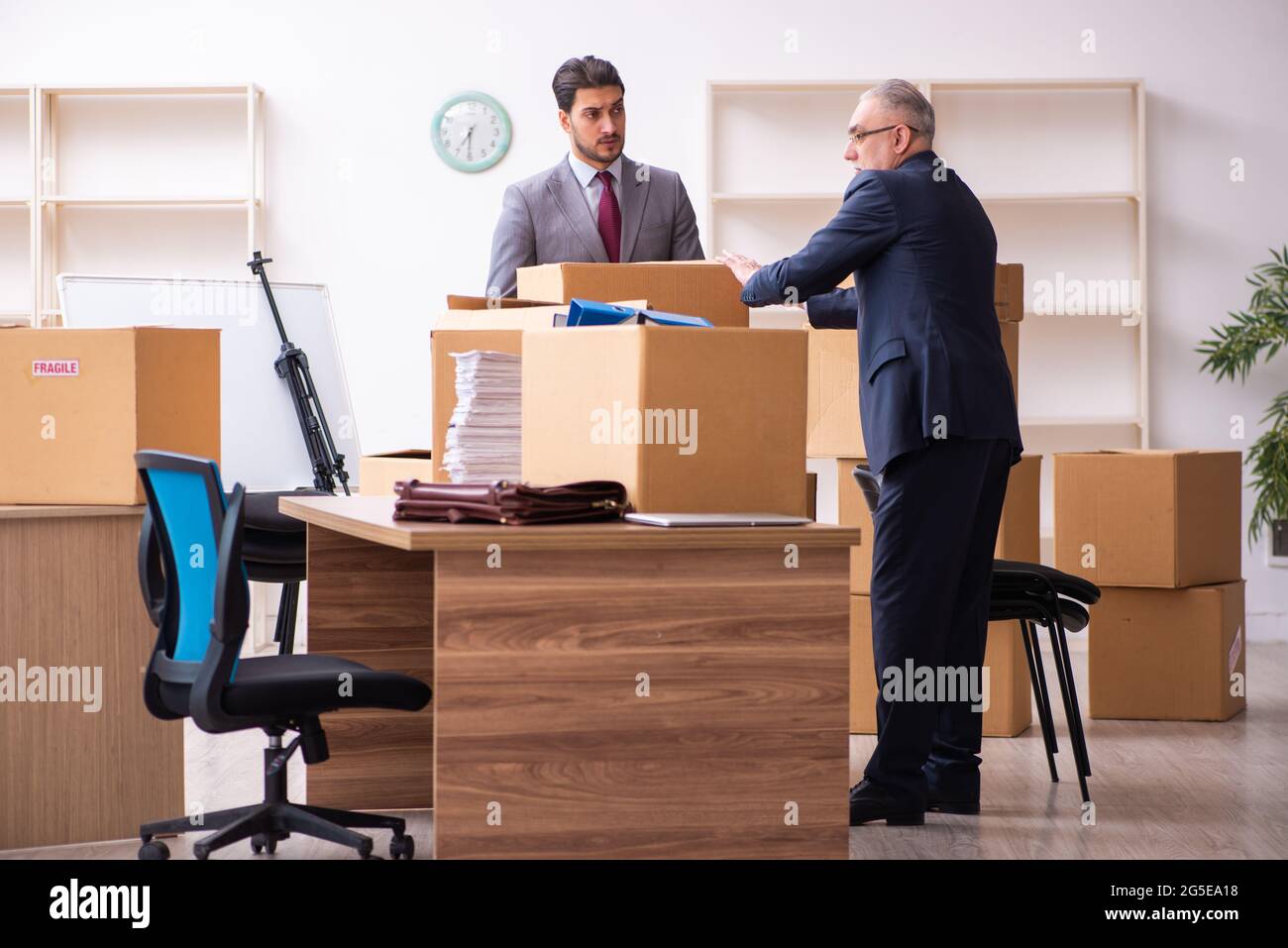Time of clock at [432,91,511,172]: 7:30
